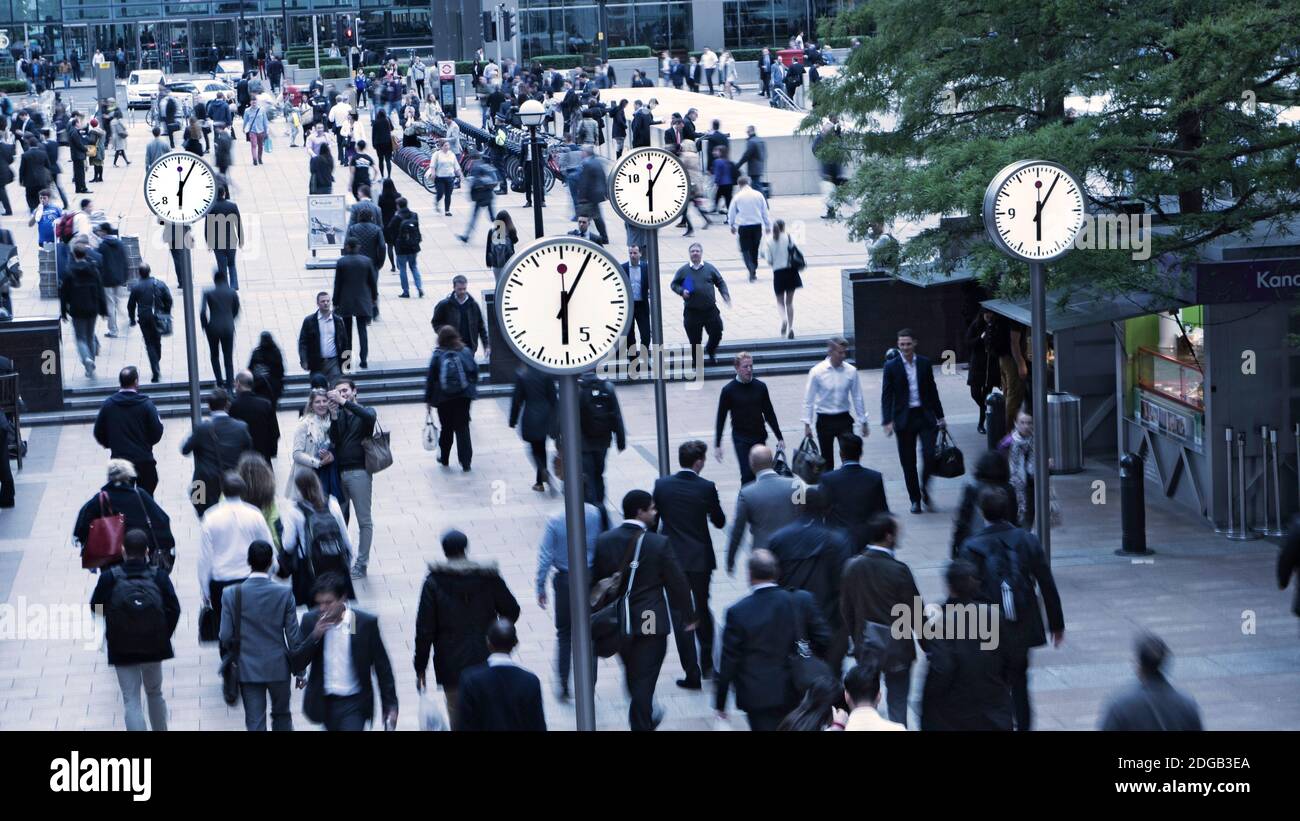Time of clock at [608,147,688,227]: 6:05
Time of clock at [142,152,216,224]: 6:05
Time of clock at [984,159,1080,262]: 6:05
